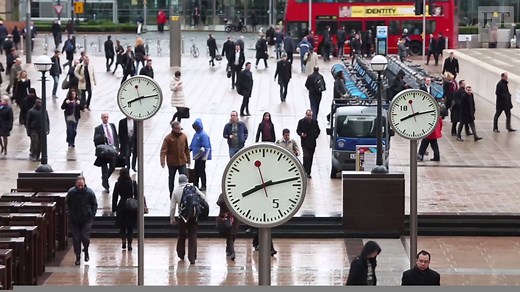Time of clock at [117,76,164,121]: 8:13
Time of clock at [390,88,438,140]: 8:13
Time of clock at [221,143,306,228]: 8:13
